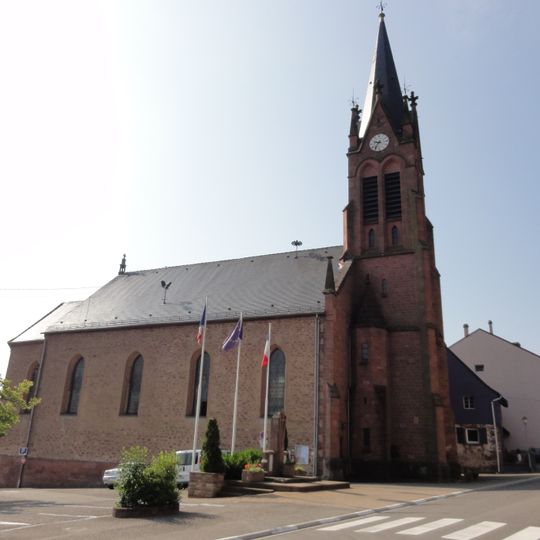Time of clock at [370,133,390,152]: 9:36
